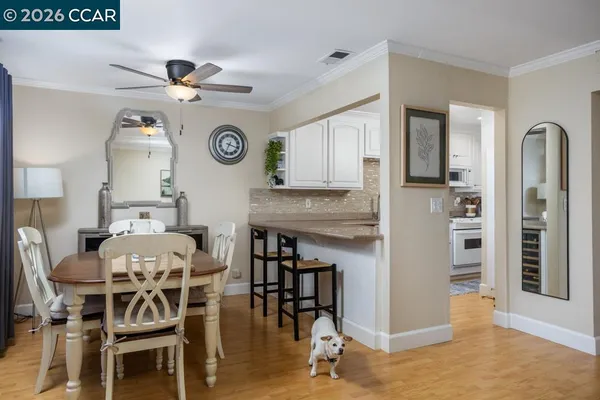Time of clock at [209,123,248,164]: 3:34
